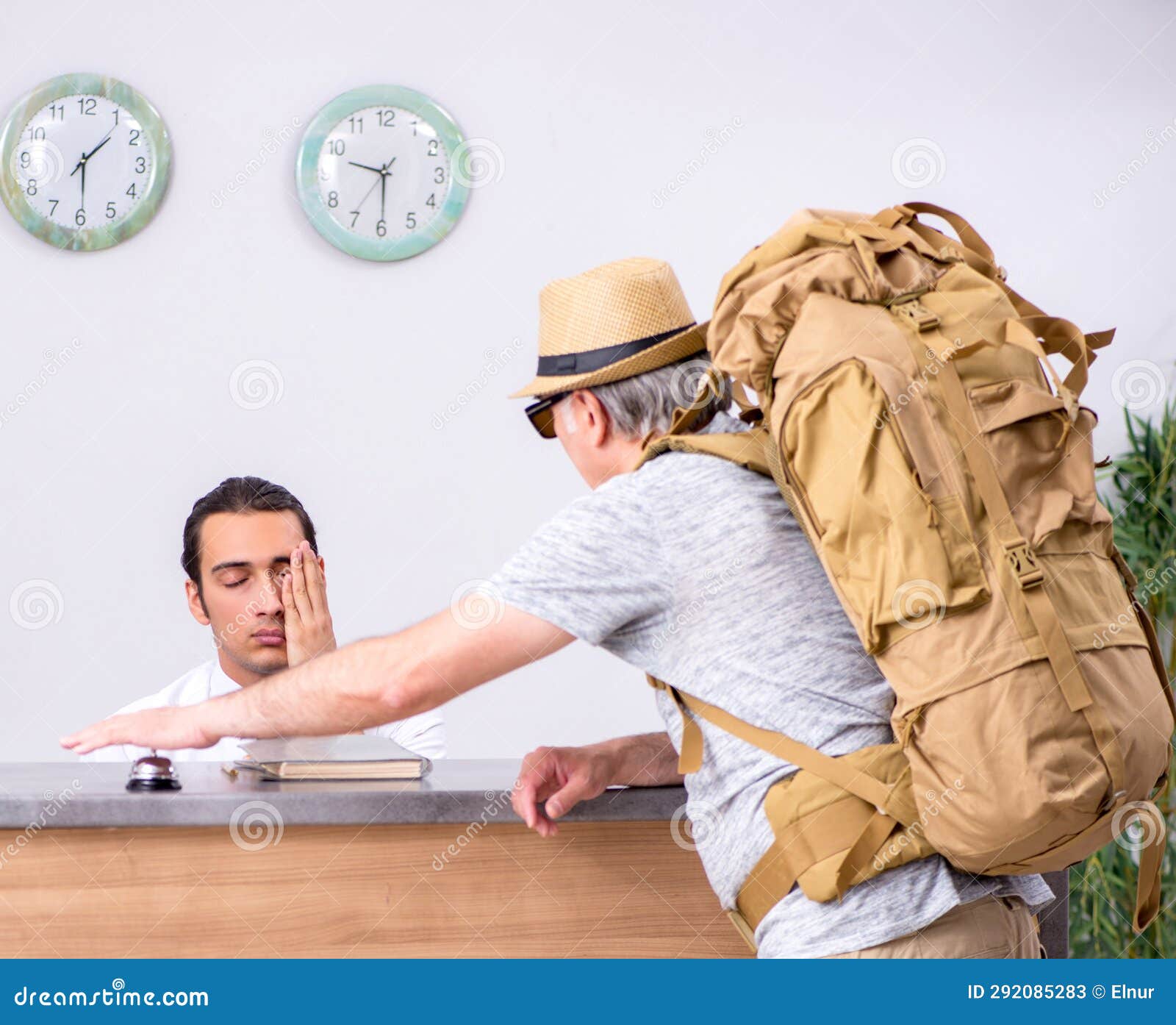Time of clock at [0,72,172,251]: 1:29
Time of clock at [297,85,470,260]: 9:29
